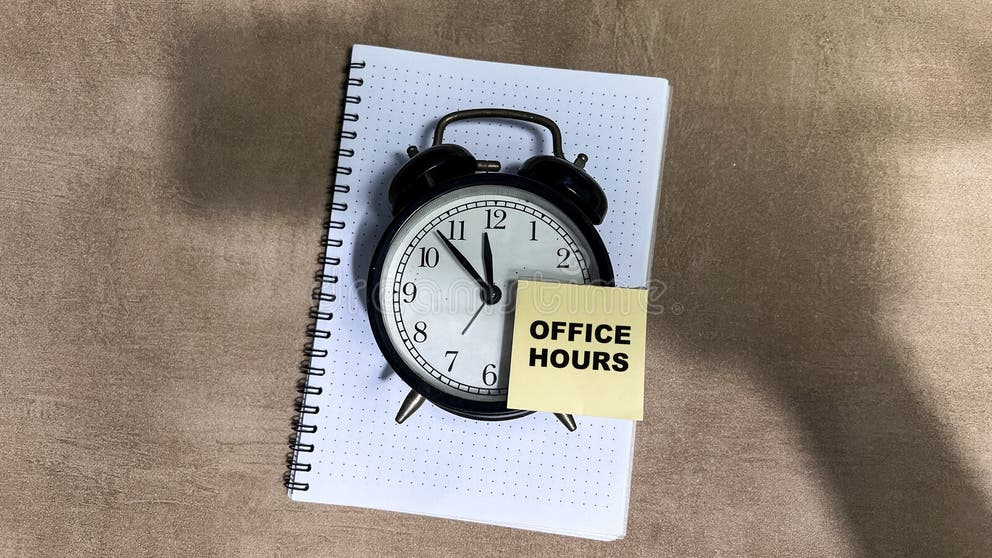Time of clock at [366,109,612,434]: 11:52
